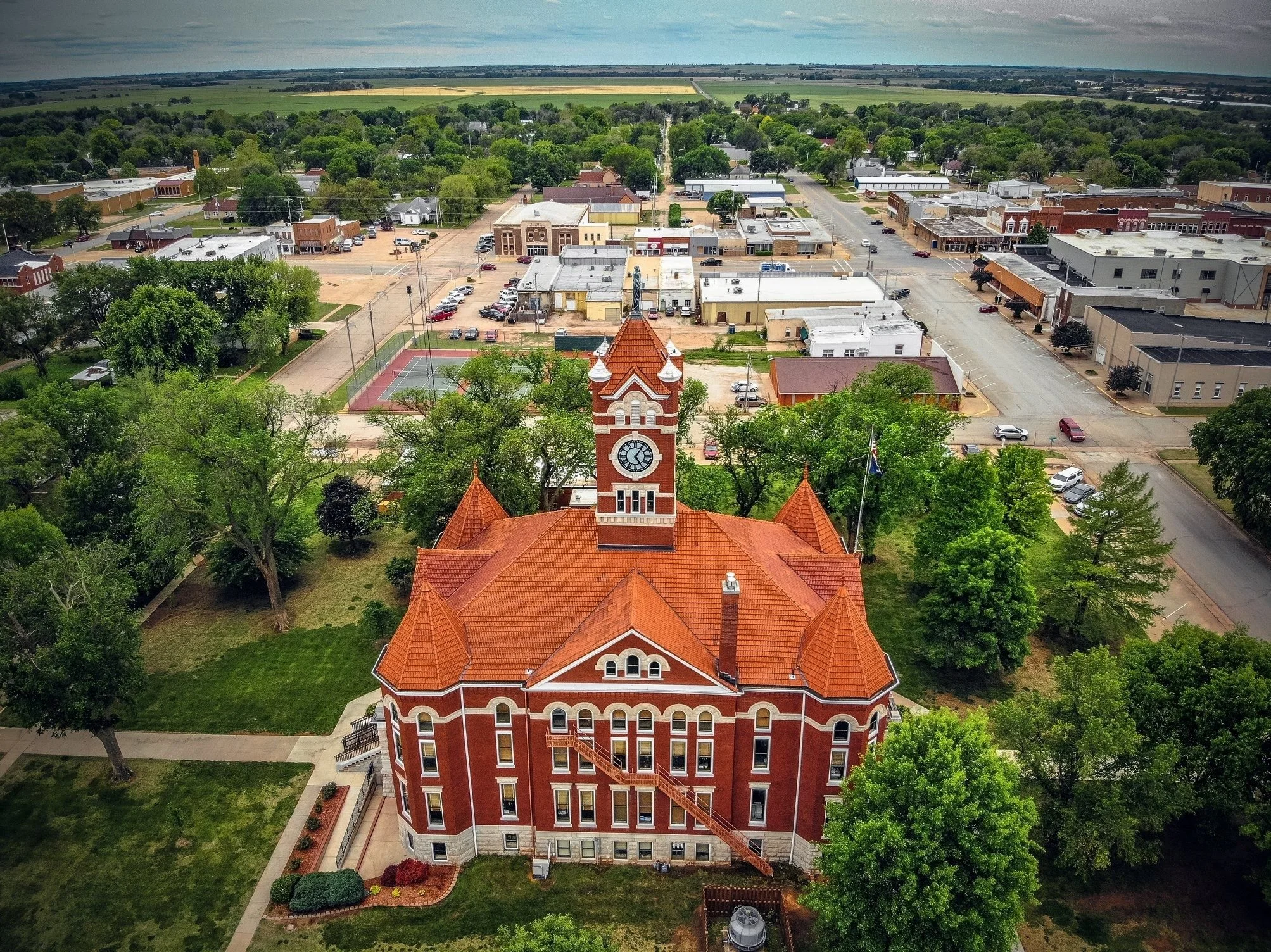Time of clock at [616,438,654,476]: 5:05
